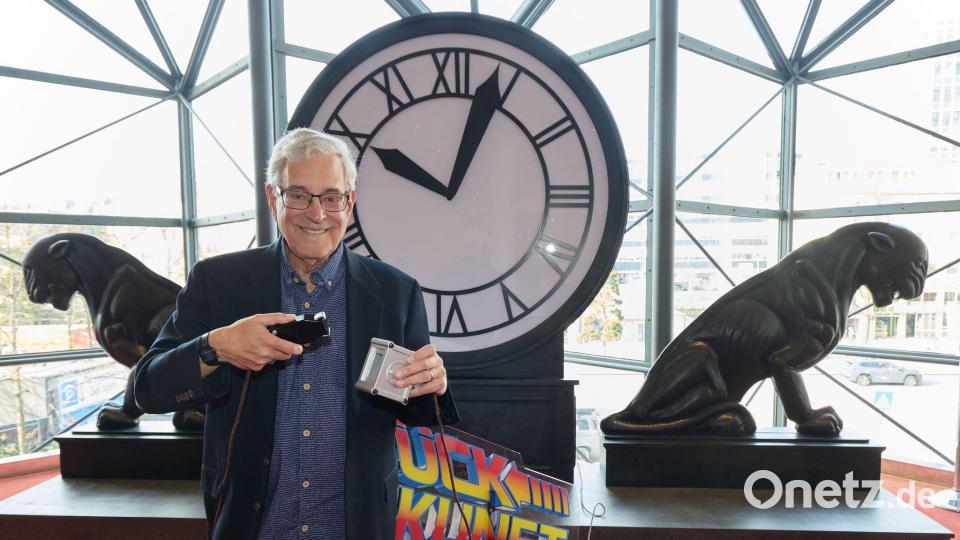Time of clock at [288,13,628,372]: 10:03
